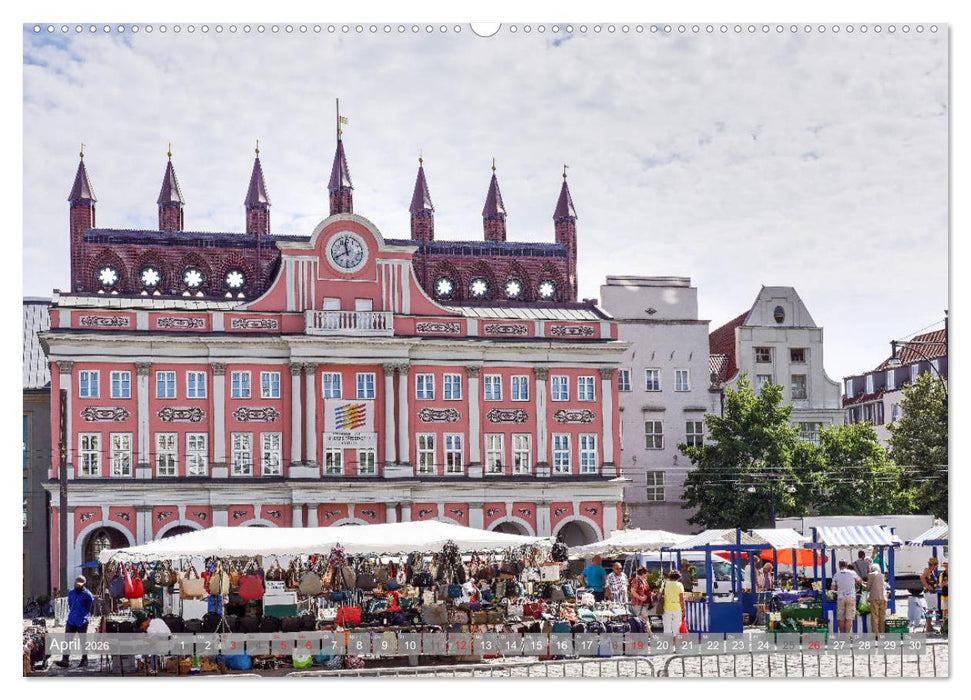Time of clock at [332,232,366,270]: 11:40
